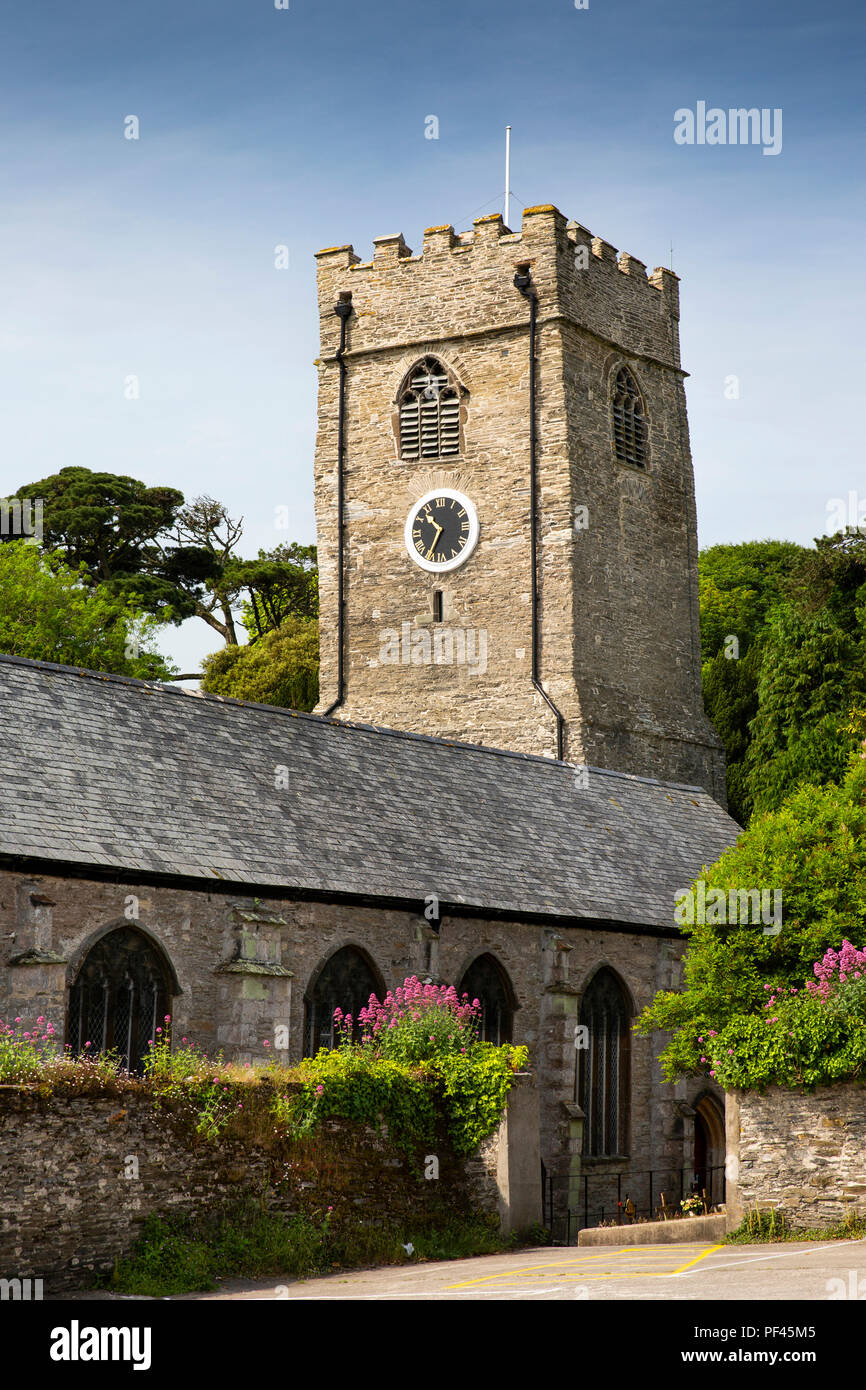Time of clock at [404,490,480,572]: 10:34
